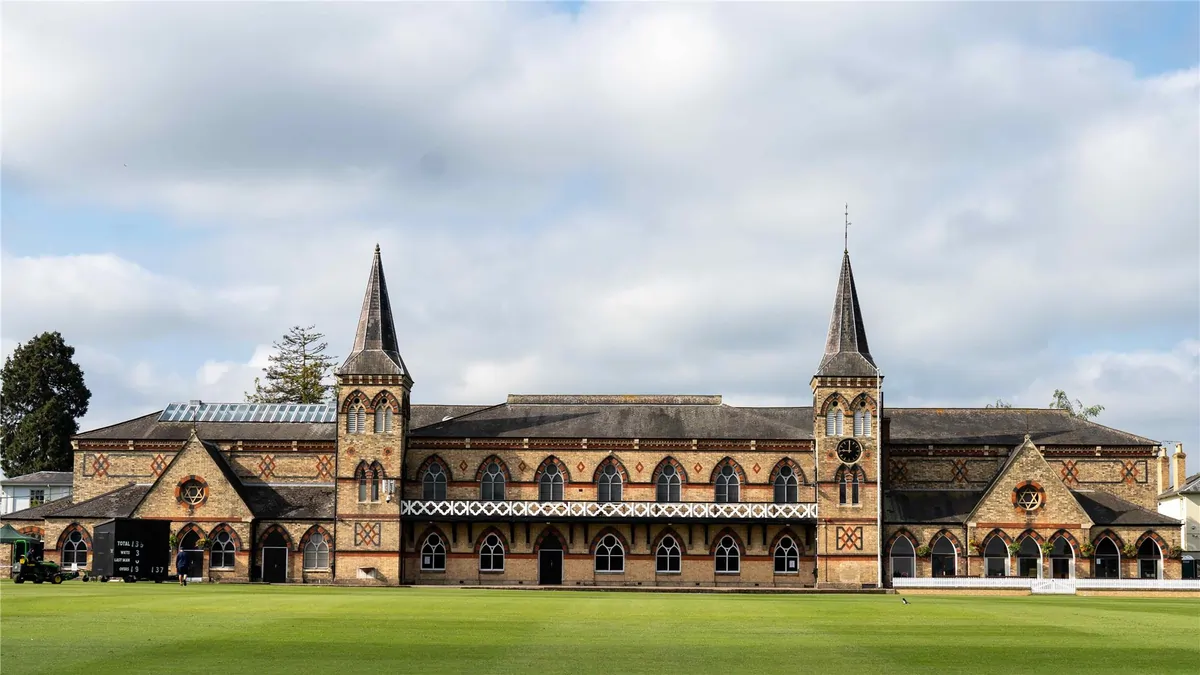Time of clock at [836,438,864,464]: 9:00
